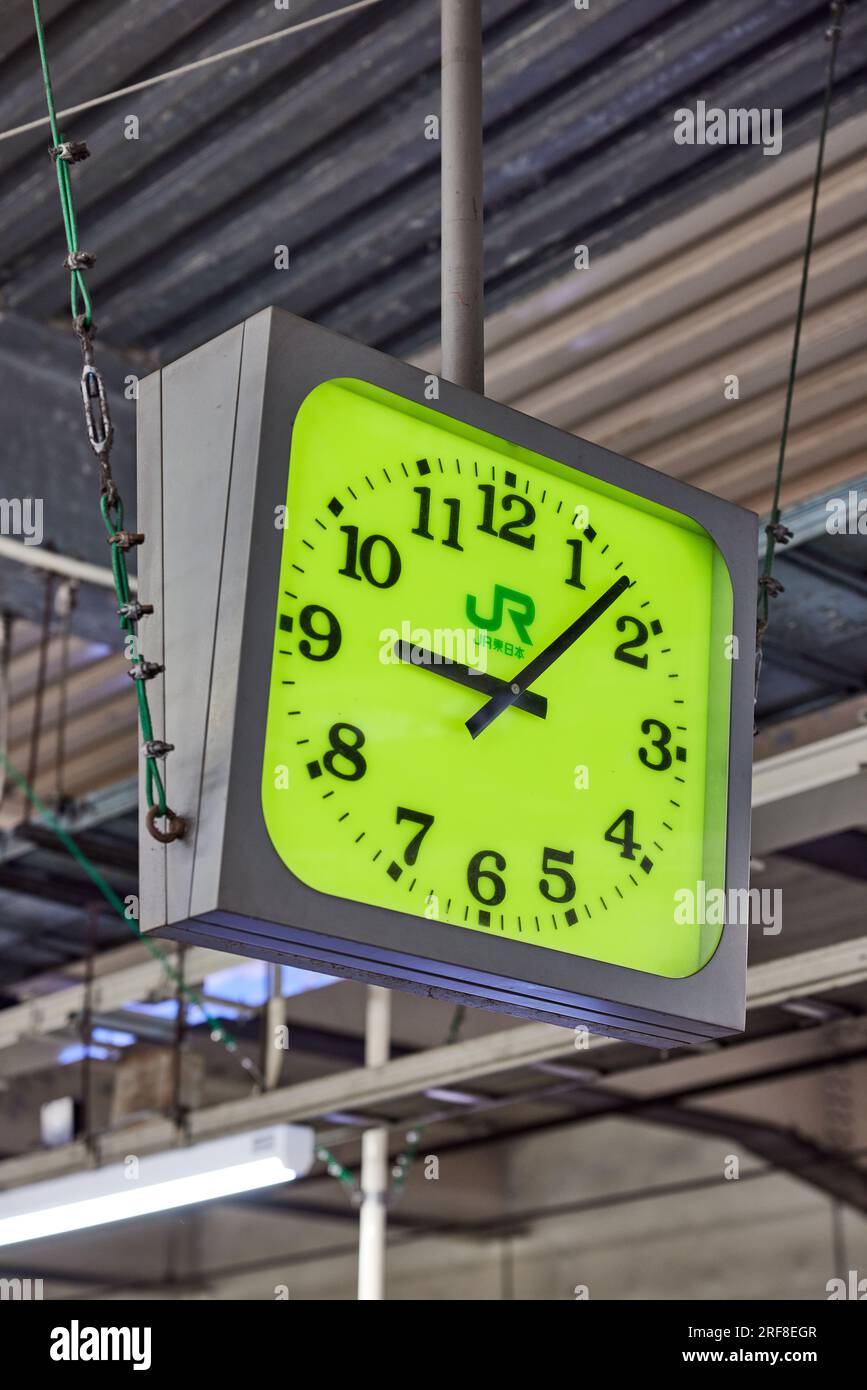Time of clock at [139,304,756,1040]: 9:07
